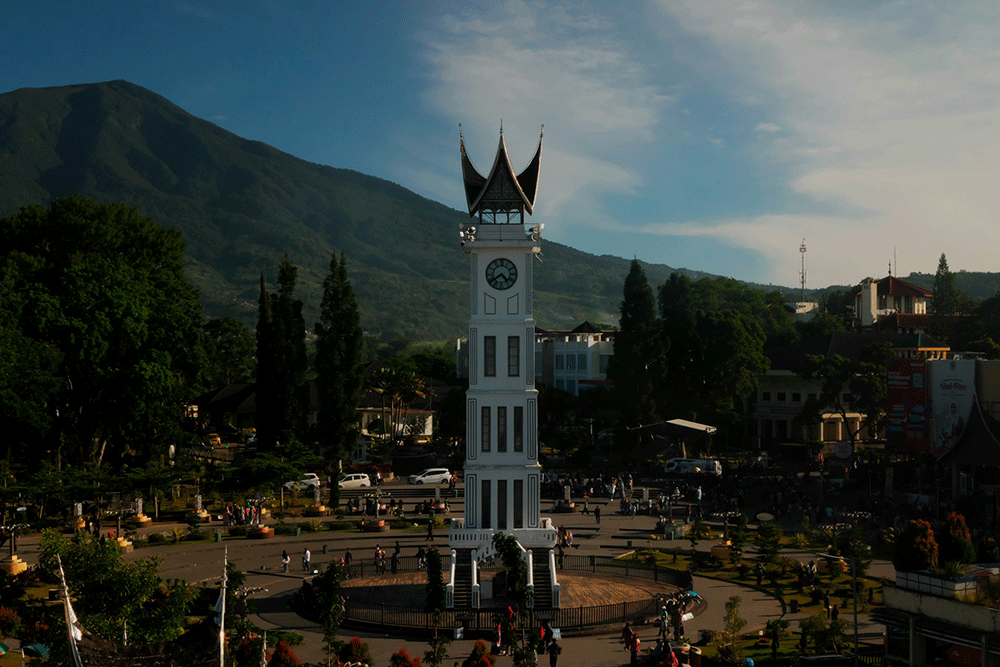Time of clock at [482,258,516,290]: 4:38
